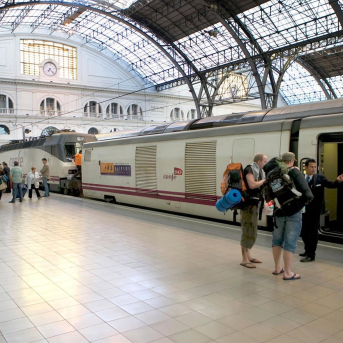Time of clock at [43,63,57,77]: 7:22
